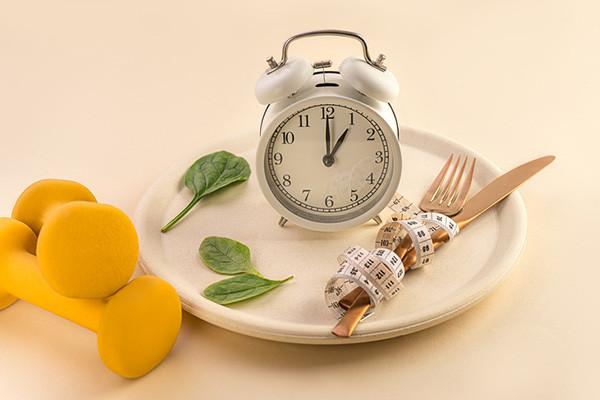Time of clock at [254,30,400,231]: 1:00
